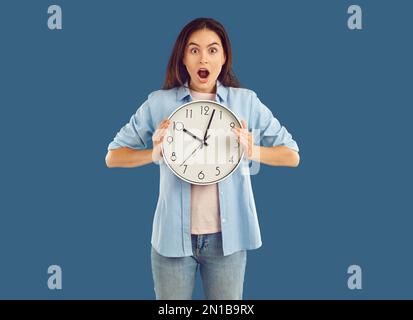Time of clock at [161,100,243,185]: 10:02
